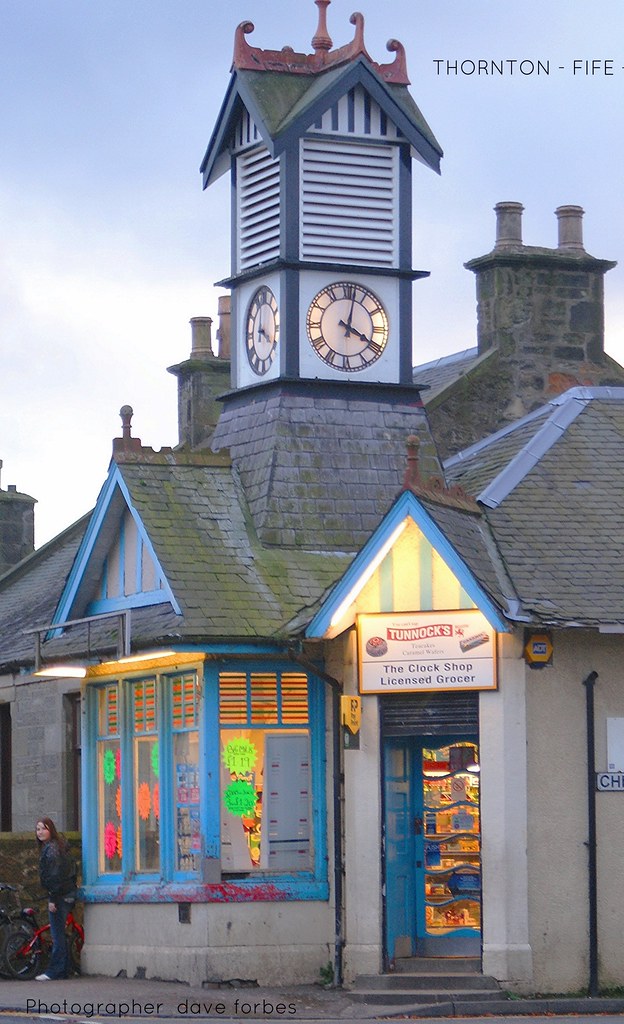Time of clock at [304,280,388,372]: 4:01
